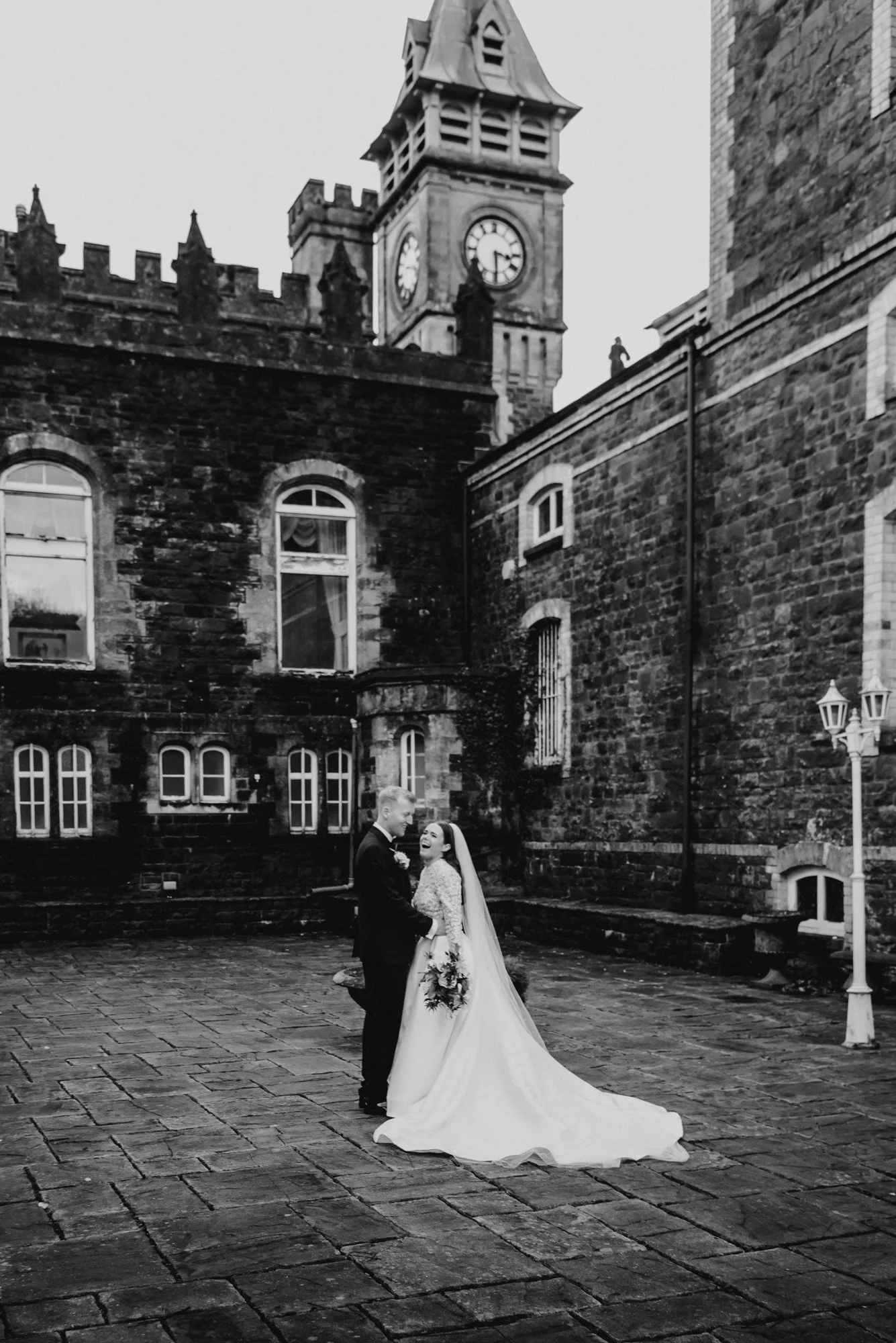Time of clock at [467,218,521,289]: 3:29
